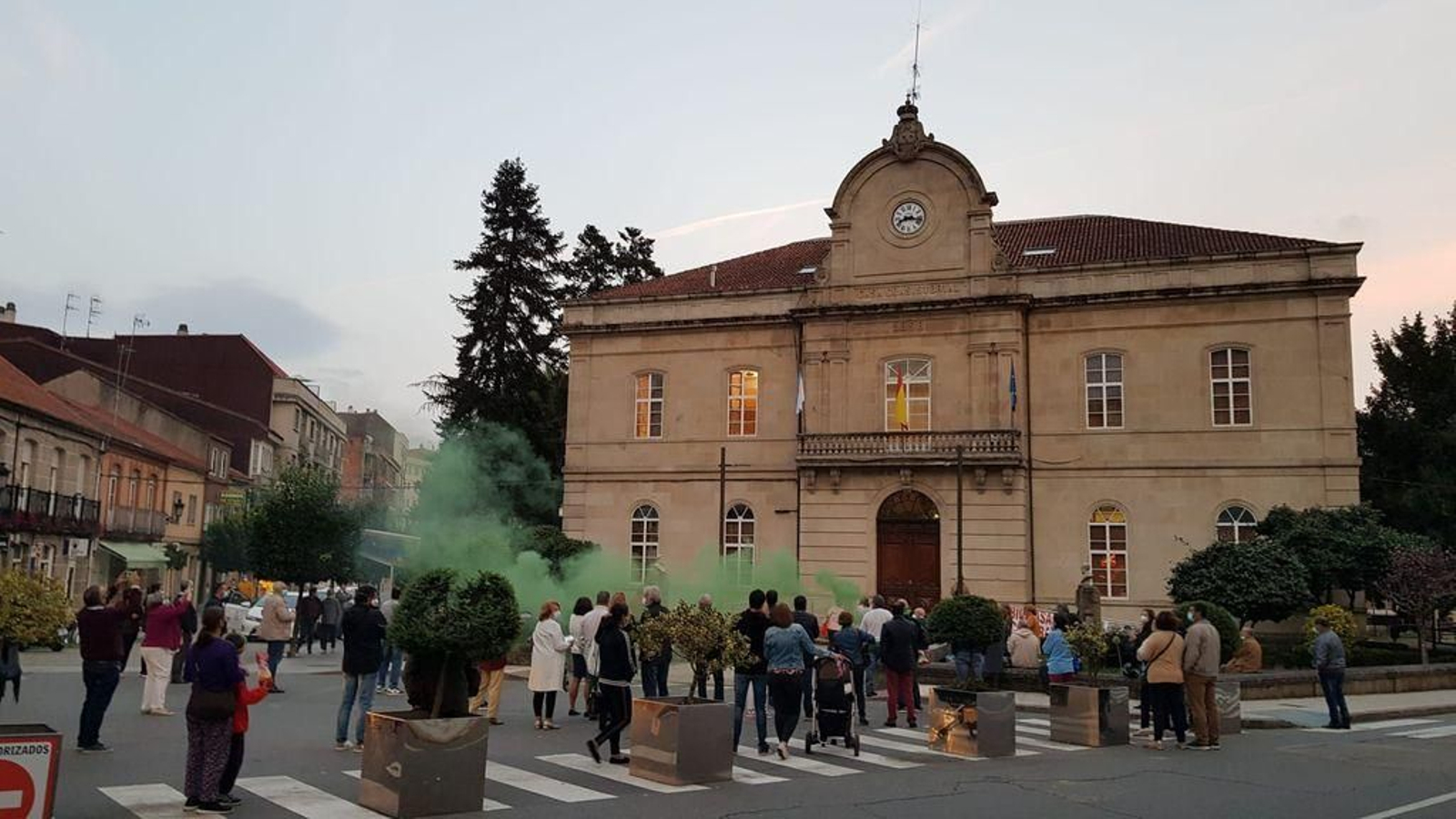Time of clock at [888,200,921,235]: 8:17
